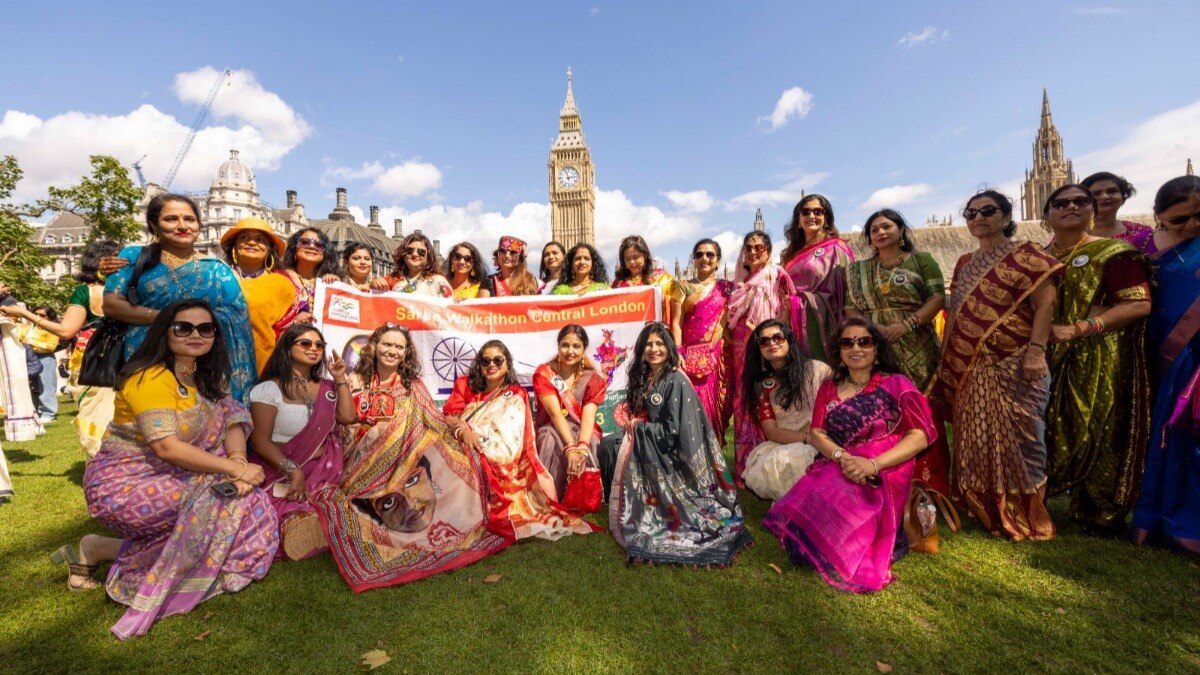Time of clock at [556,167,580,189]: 2:57
